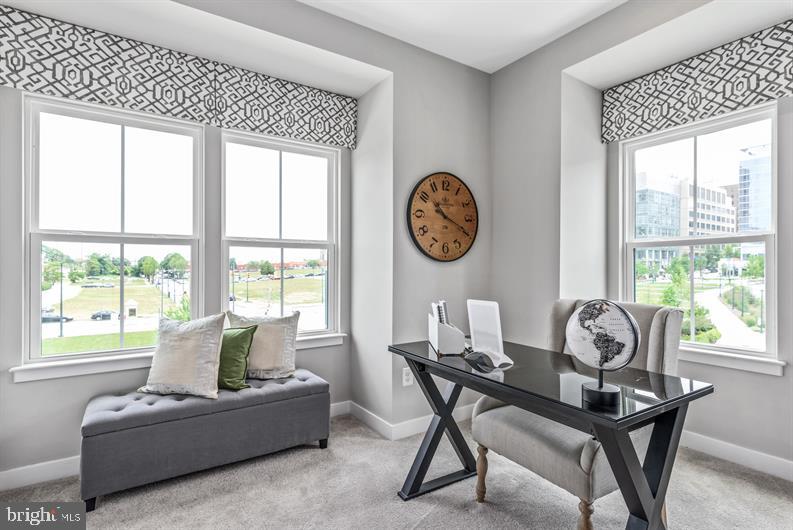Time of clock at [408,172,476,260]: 10:19
